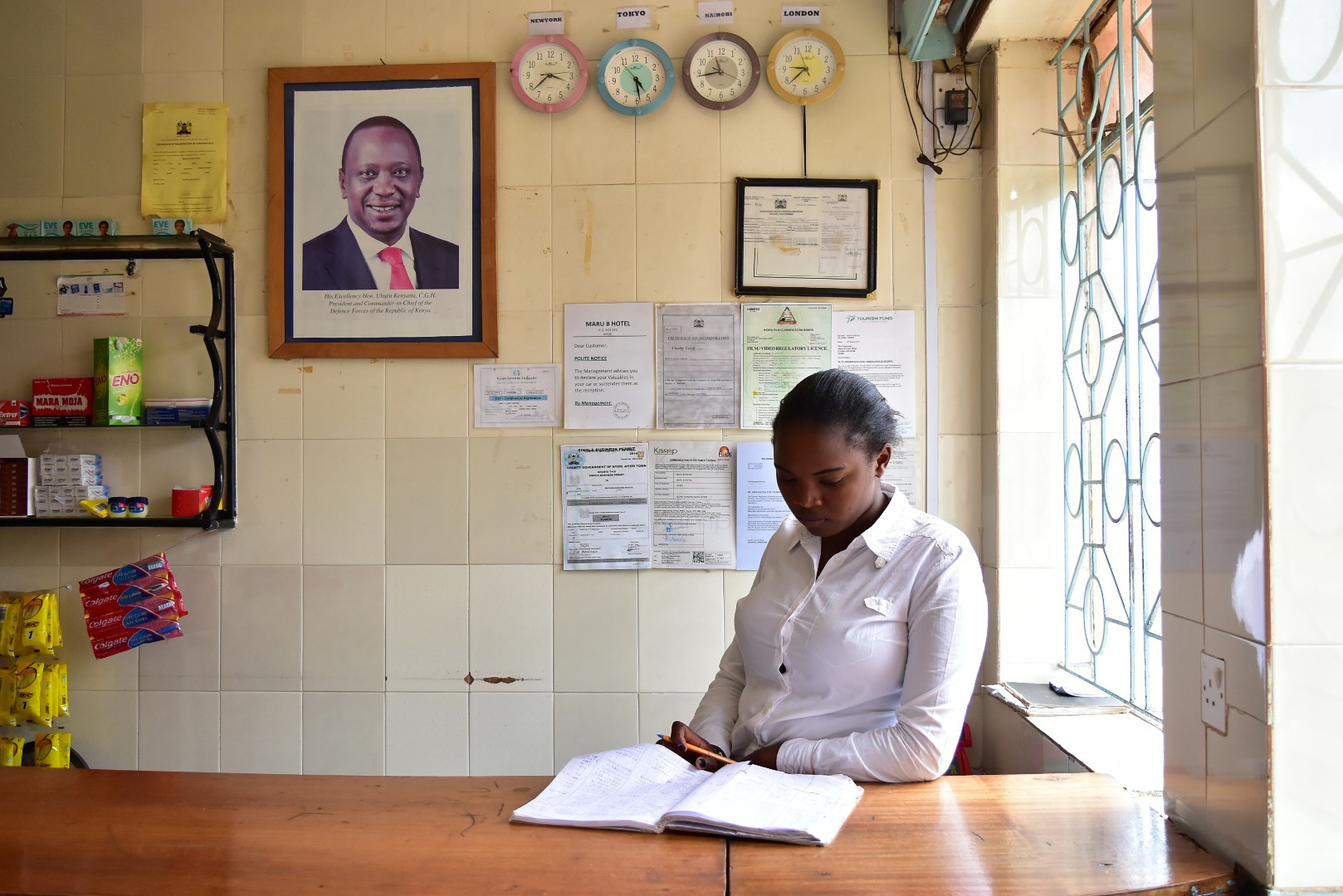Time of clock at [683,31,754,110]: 11:43
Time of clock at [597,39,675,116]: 4:28
